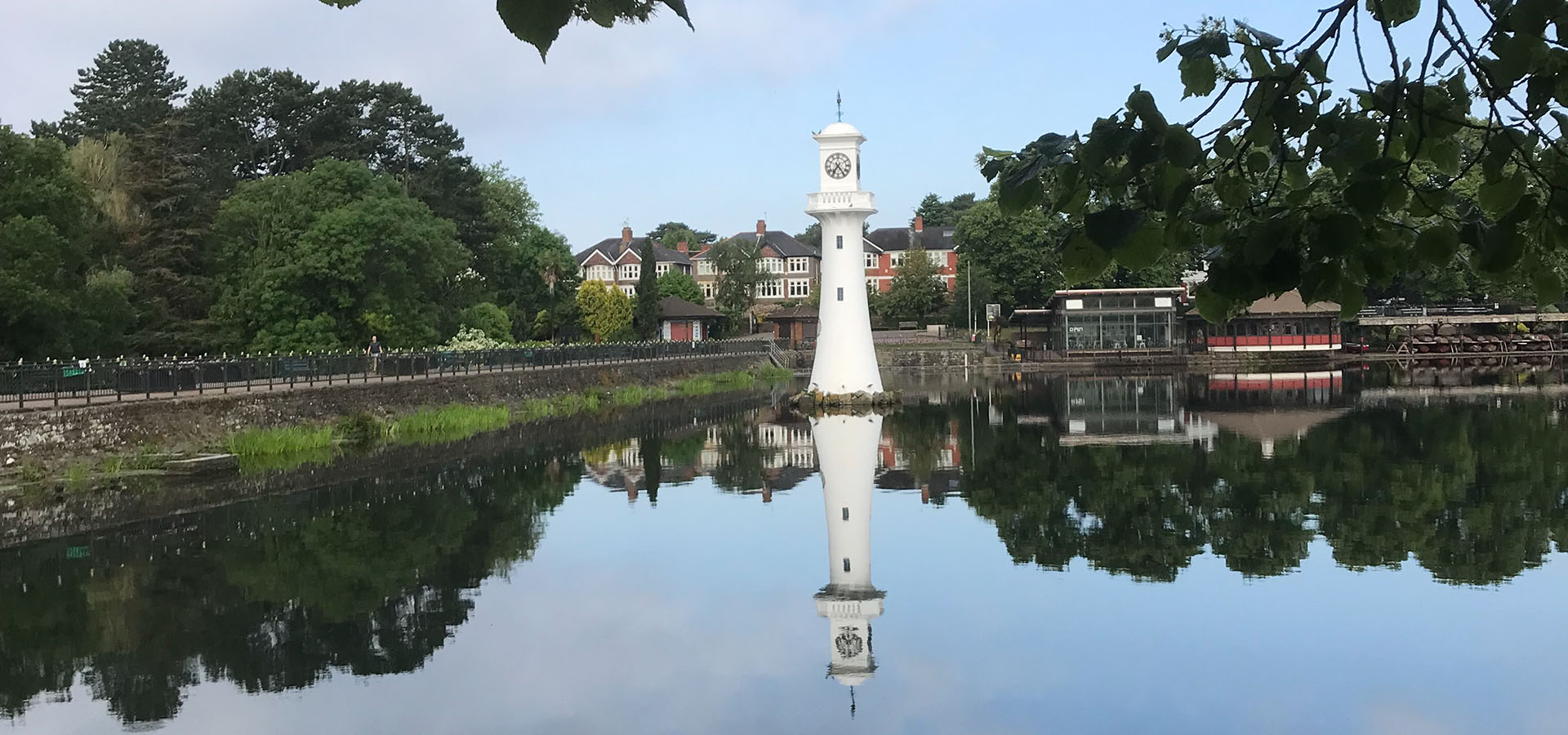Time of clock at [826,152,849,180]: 7:24
